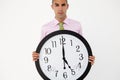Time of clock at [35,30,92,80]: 5:00
